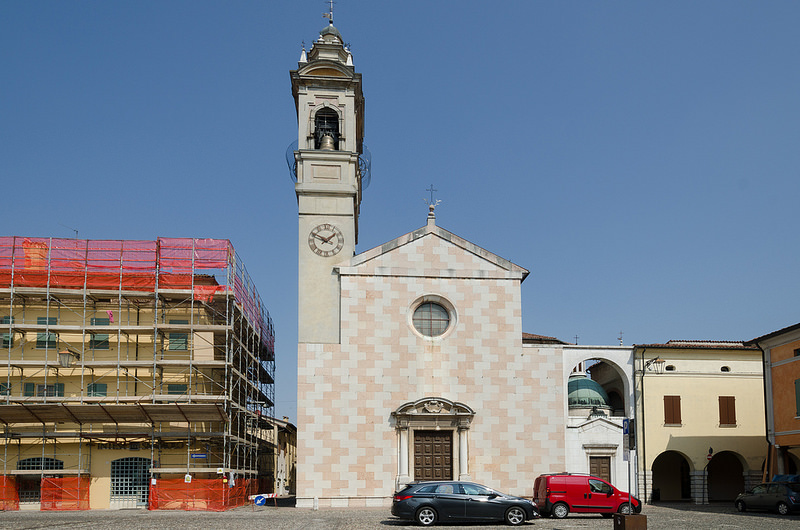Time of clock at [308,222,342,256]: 1:49
